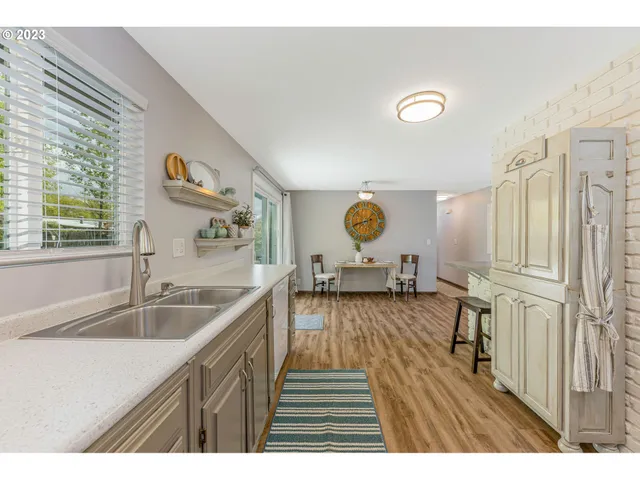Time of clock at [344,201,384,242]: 1:42
